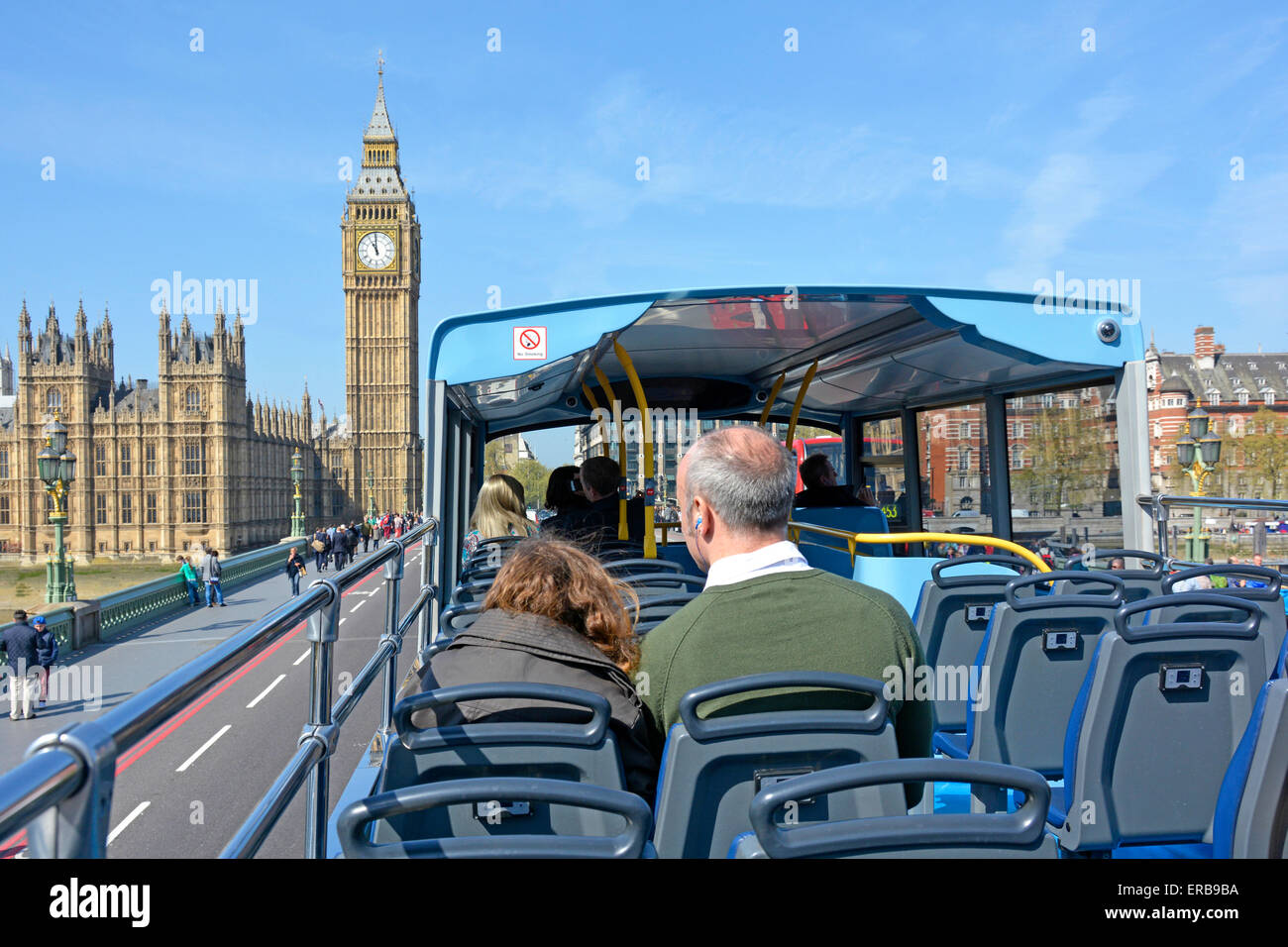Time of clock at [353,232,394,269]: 10:59
